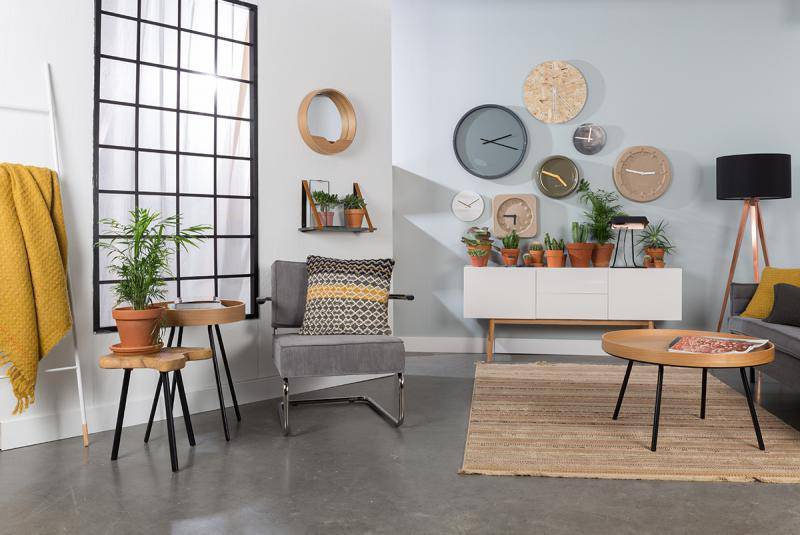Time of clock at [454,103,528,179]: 2:17
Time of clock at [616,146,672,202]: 2:47
